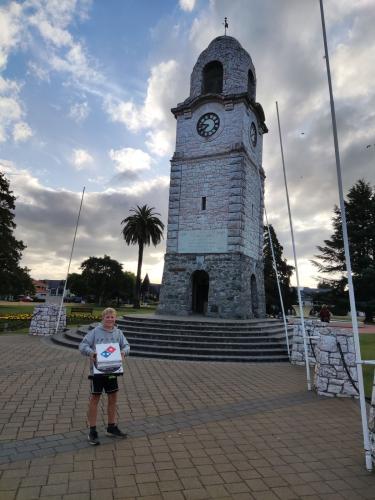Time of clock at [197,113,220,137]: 7:47
